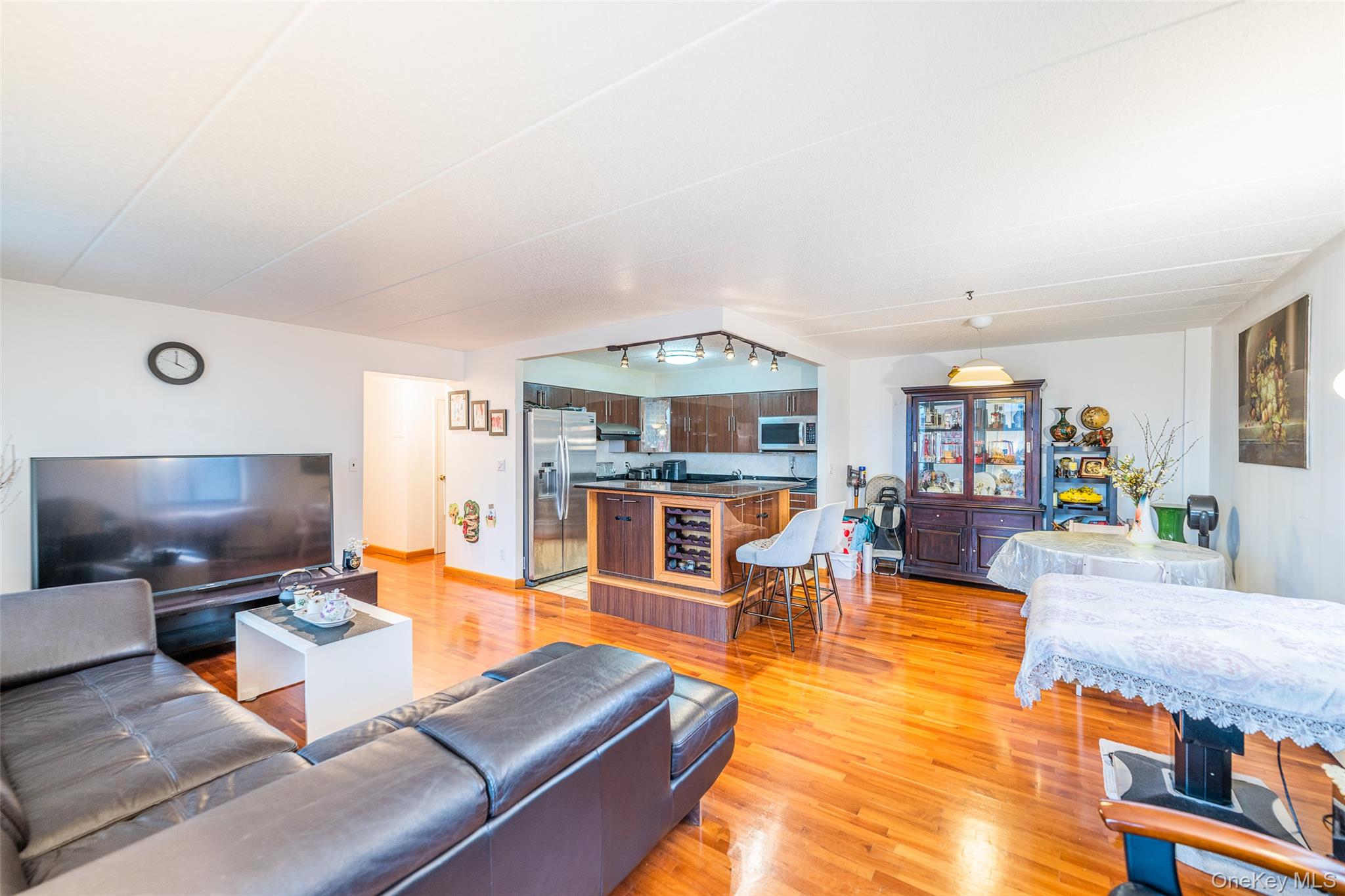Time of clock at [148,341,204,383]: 4:00
